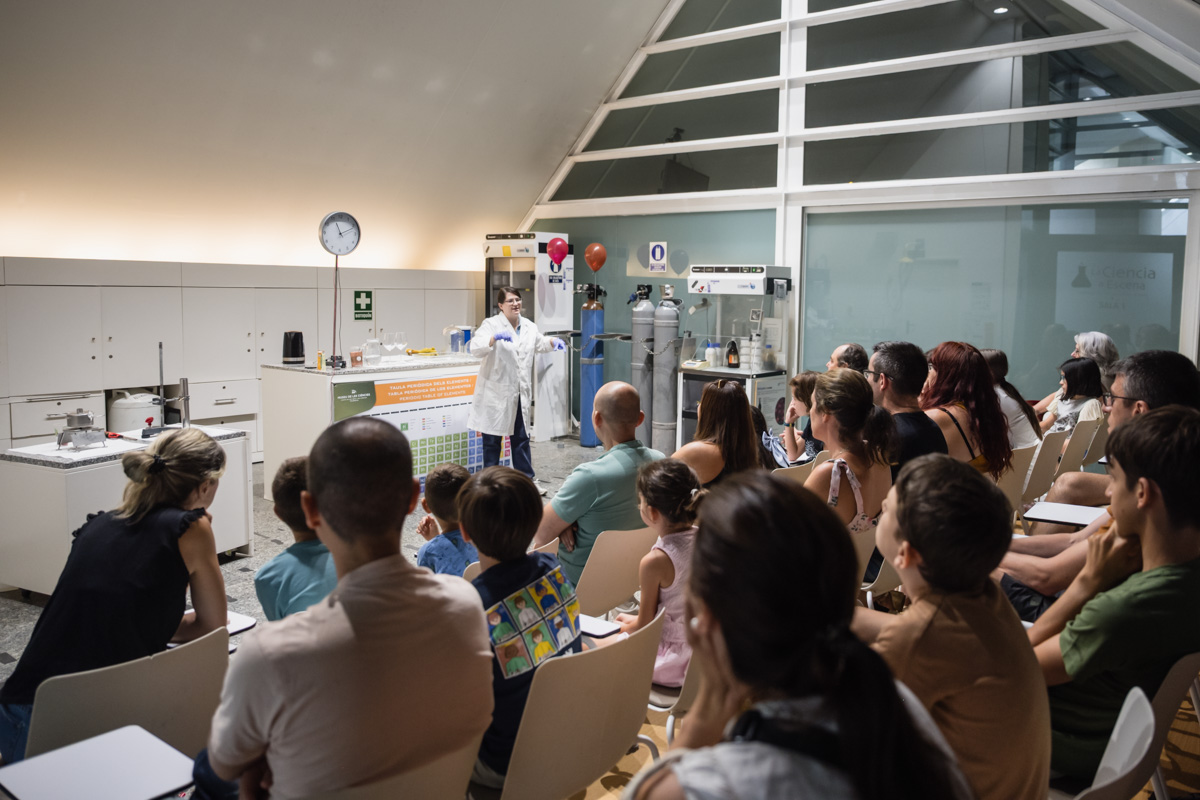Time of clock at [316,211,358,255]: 11:11
